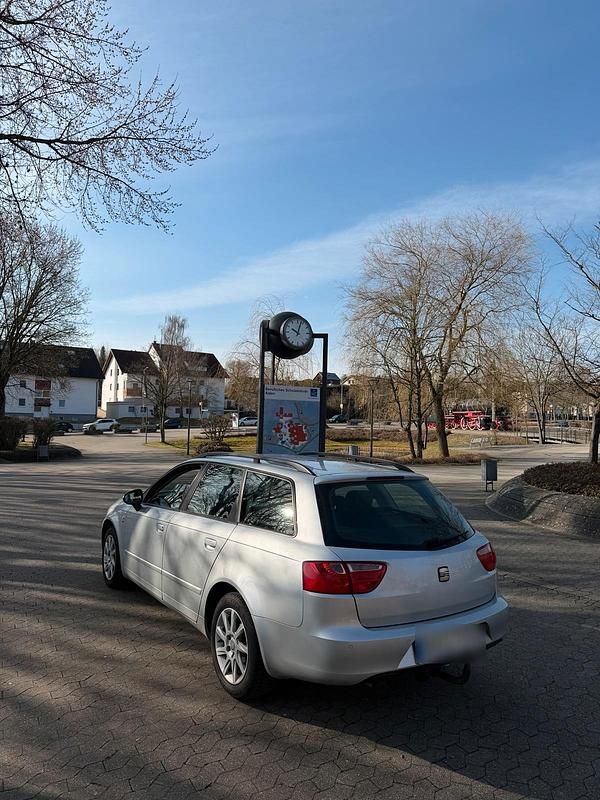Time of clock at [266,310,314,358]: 10:03
